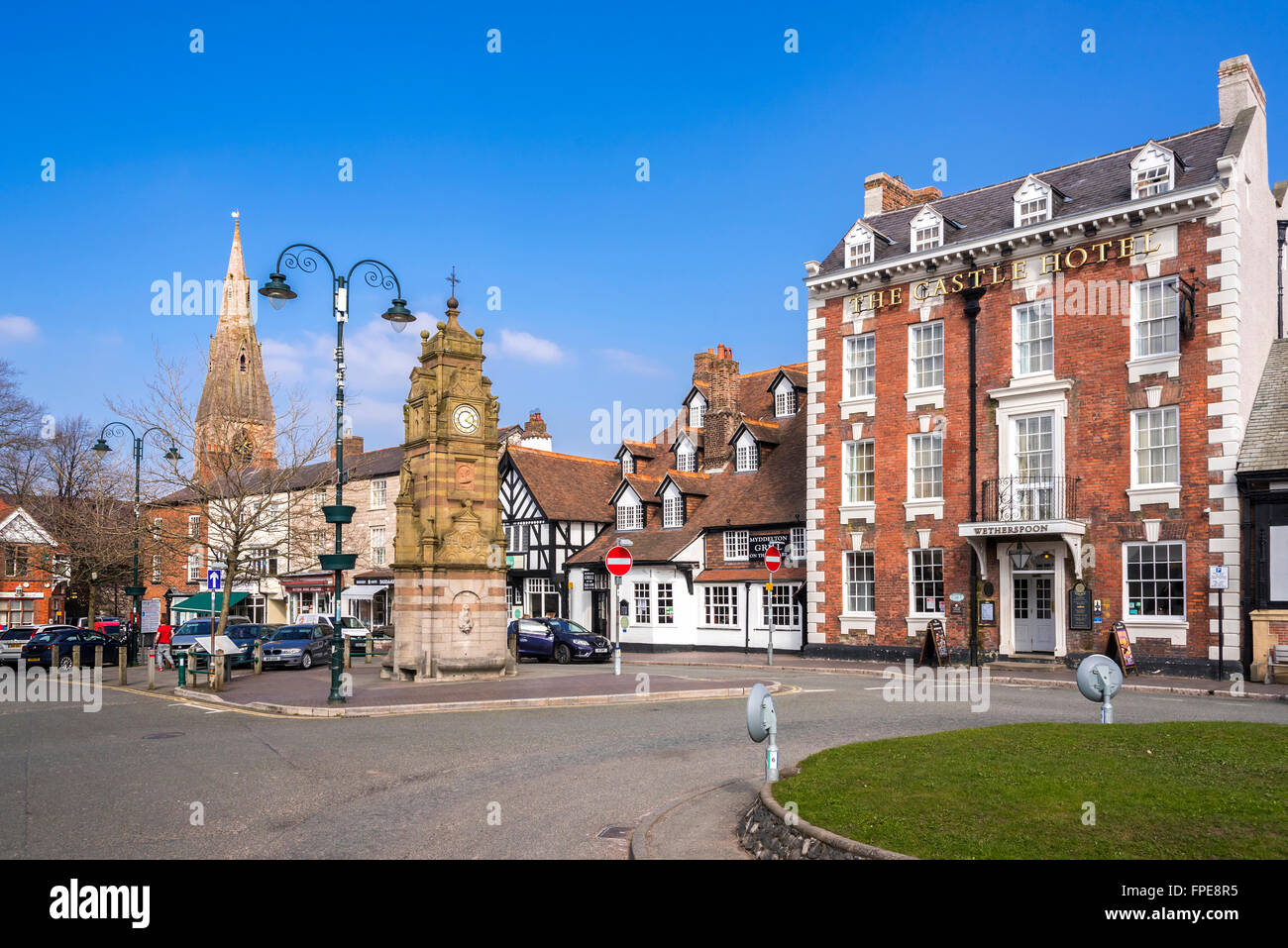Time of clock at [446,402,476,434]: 1:18
